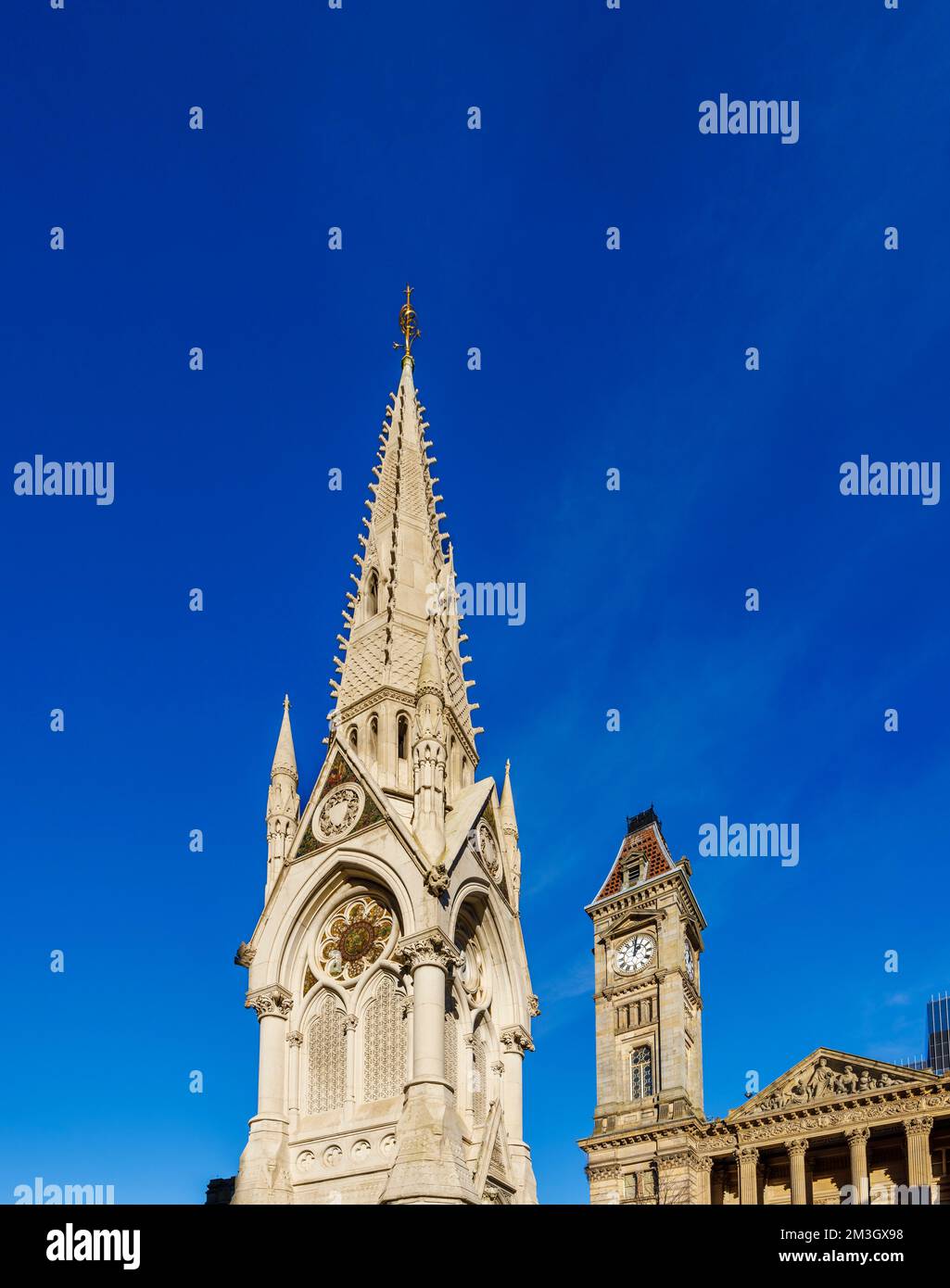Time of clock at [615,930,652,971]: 1:01
